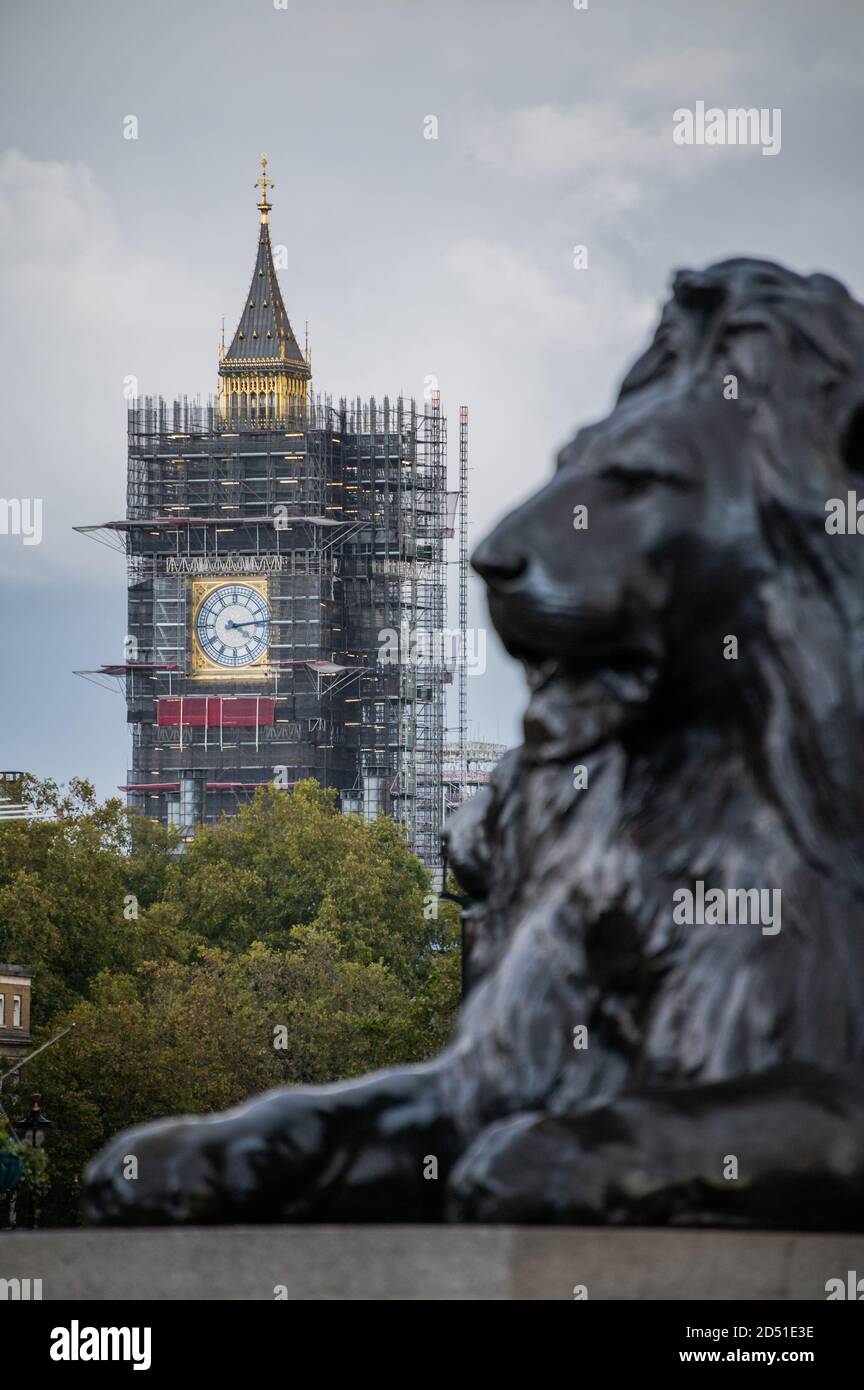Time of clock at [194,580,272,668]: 4:13
